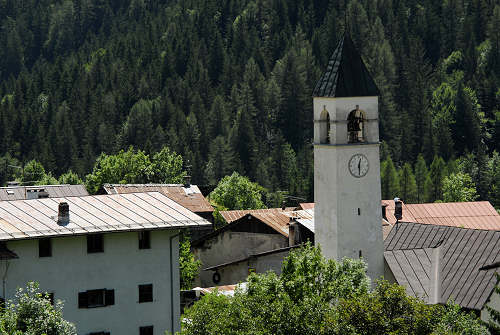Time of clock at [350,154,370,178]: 12:29
